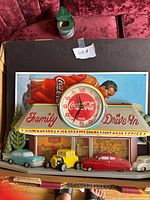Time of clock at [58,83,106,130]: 11:34
